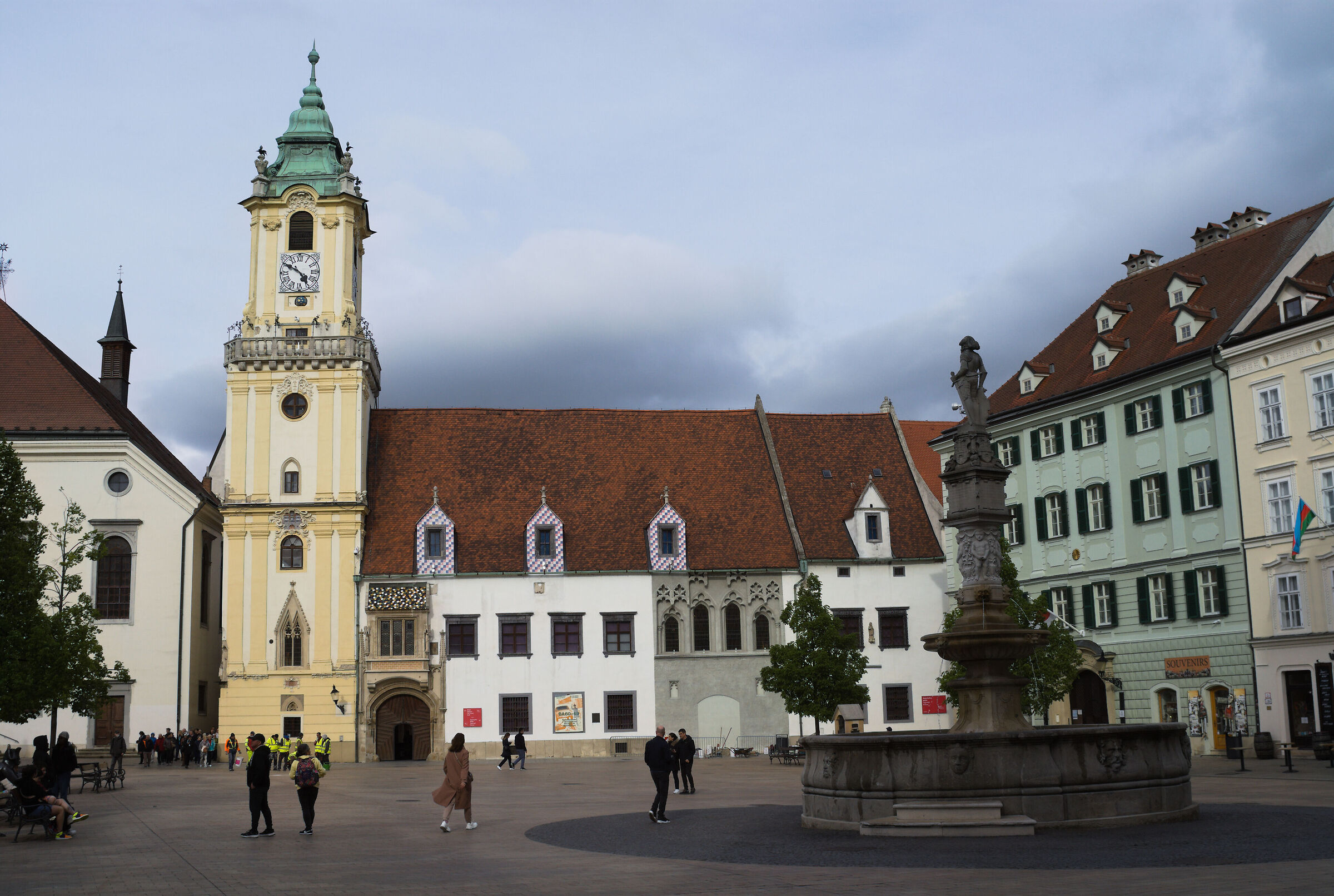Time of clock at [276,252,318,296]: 4:50
